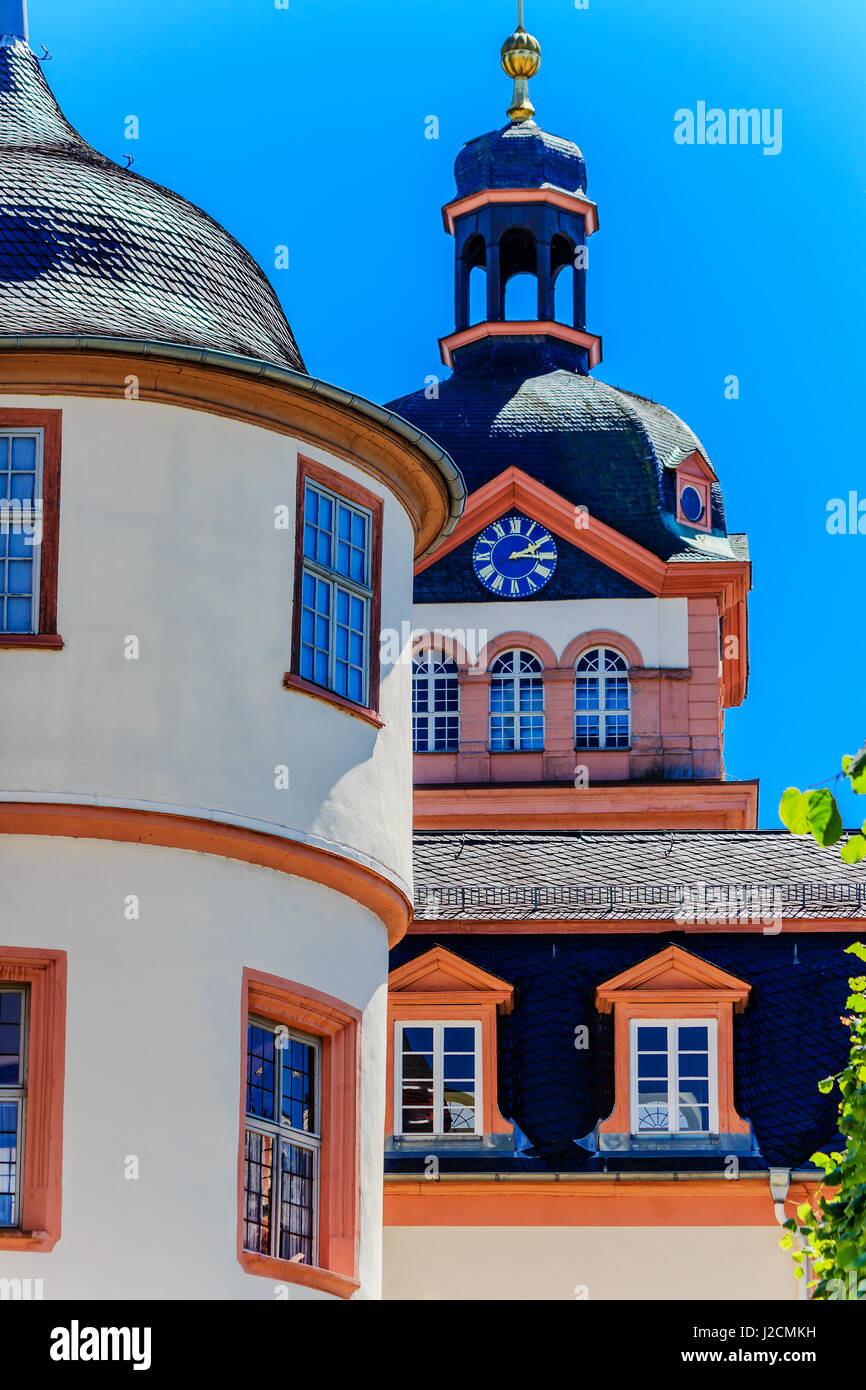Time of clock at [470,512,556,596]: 2:15
